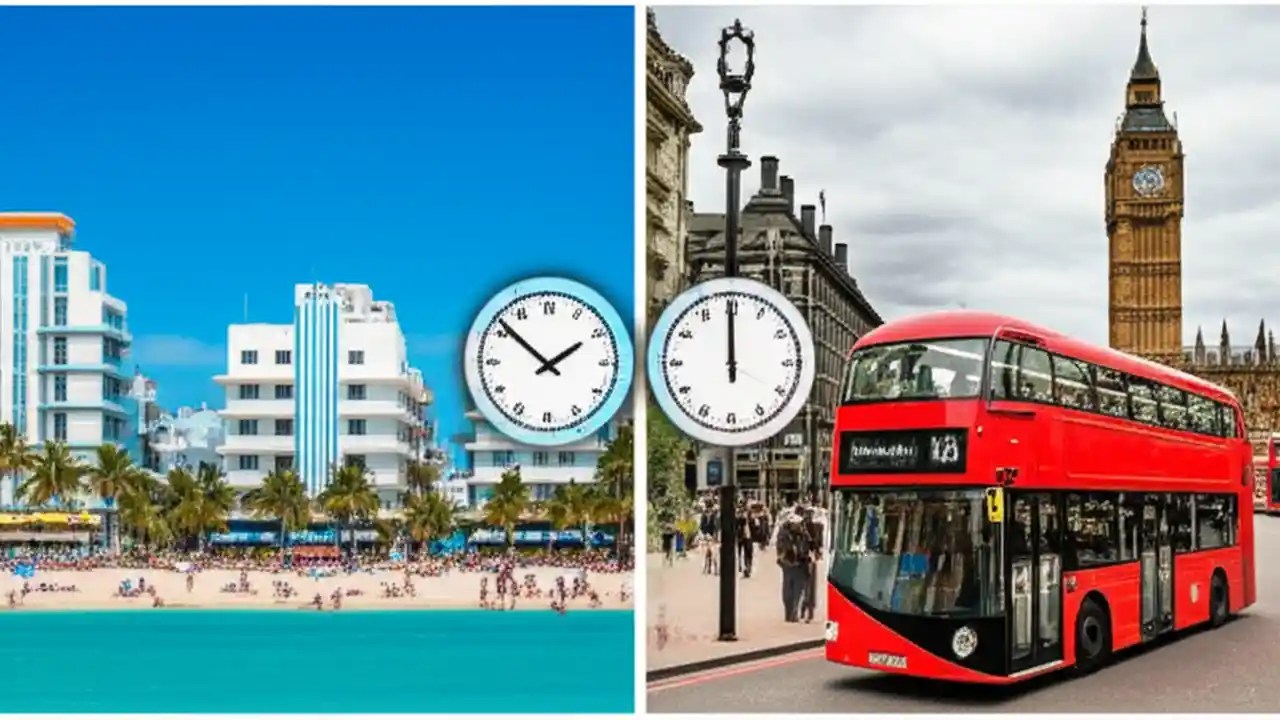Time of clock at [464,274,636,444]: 1:51
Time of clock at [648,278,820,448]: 11:59
